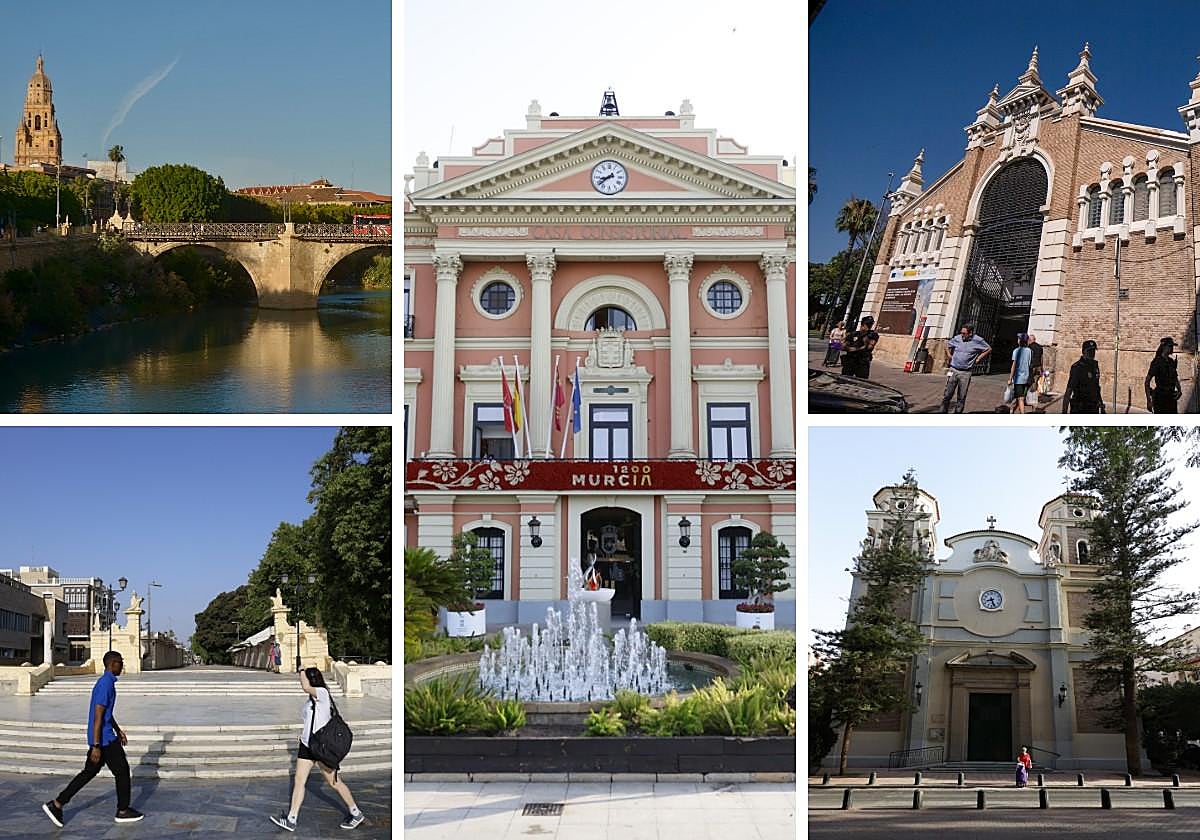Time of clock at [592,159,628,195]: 8:38
